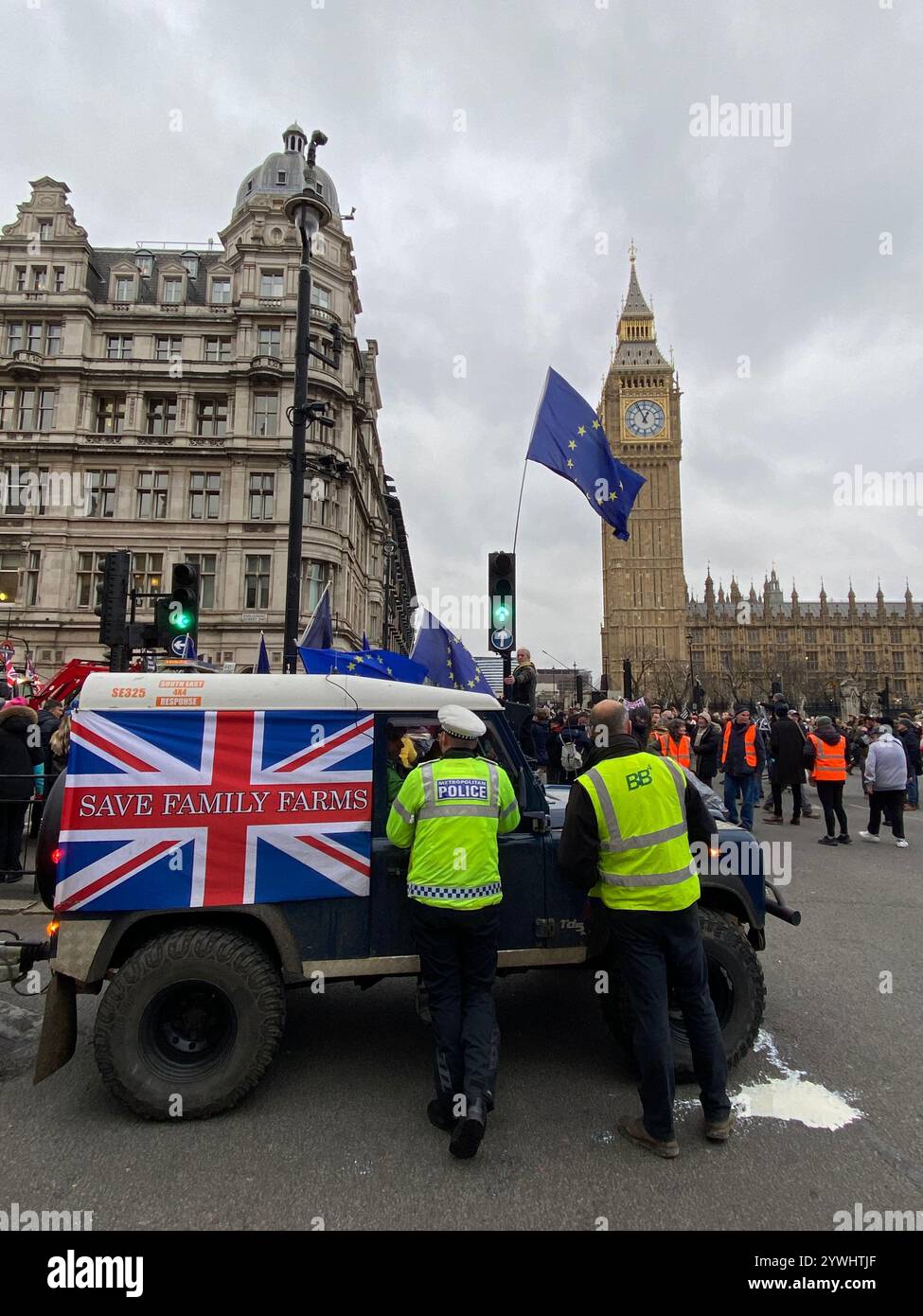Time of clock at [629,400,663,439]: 12:56
